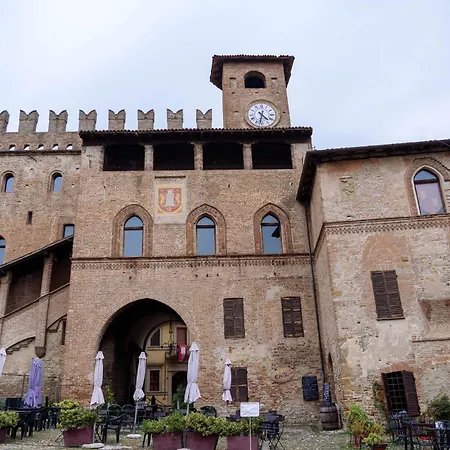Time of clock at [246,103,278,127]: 4:31
